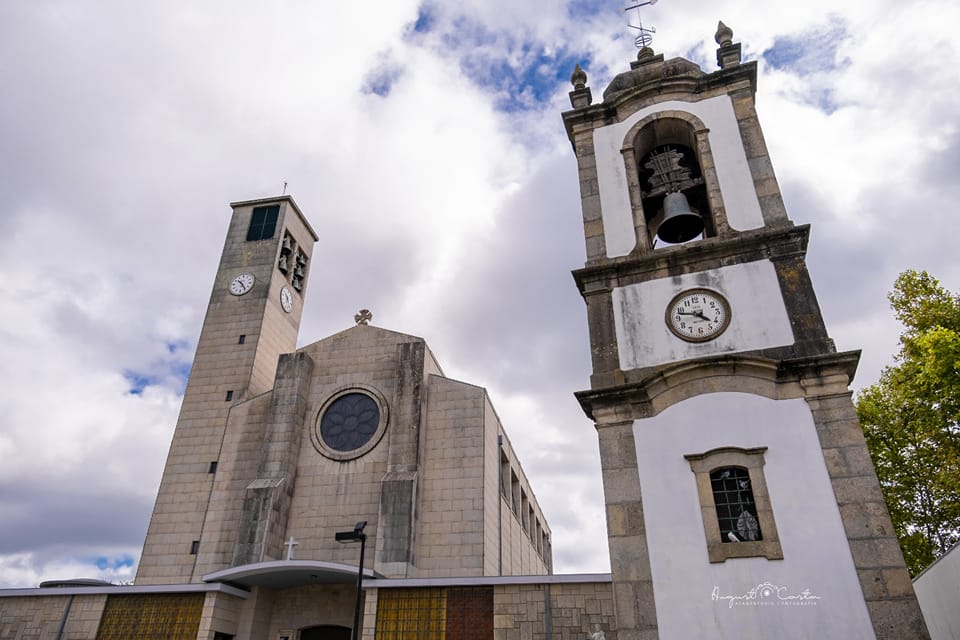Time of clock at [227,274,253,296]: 10:24
